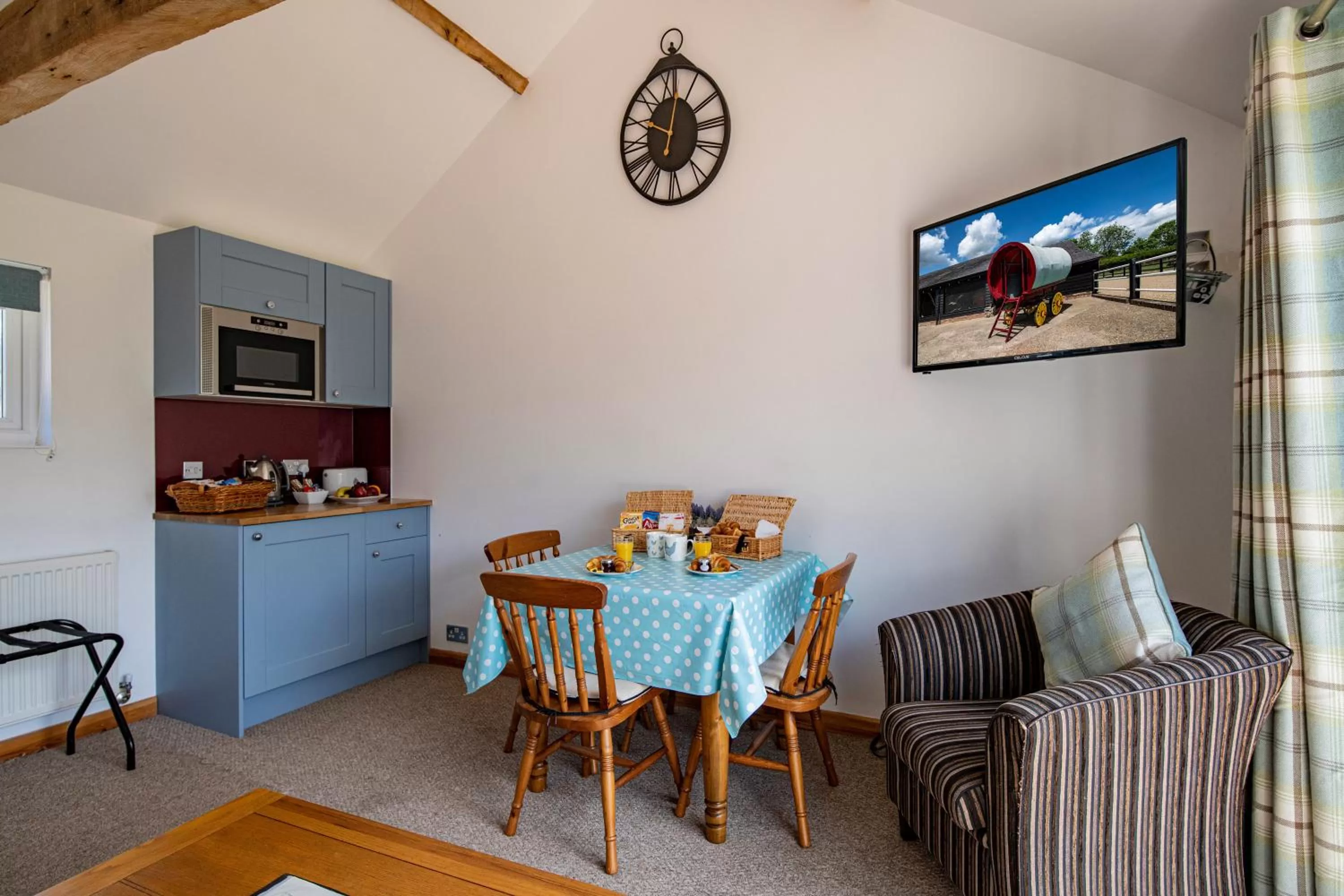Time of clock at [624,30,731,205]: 10:02
